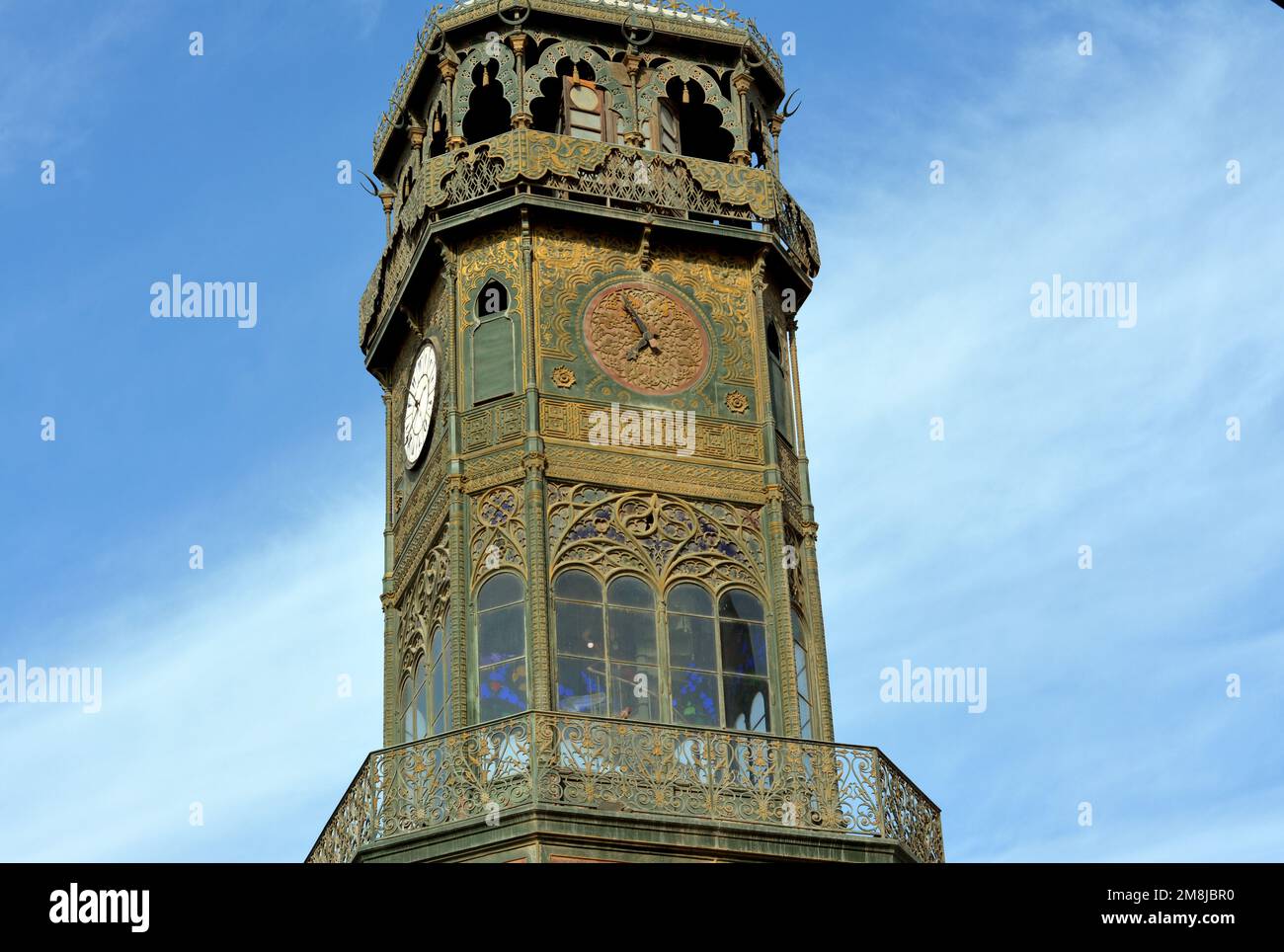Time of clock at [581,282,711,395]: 6:56
